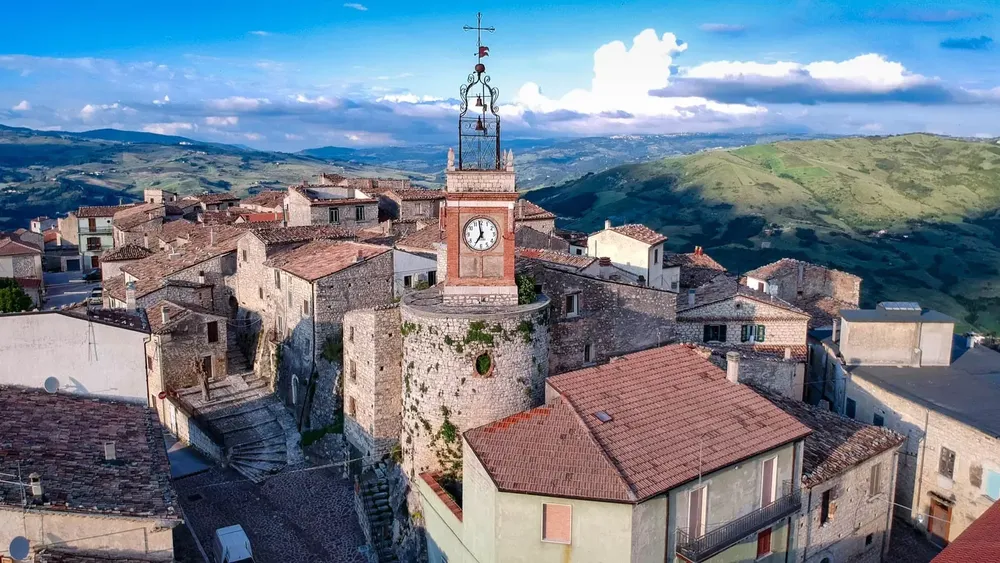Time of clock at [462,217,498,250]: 6:58
